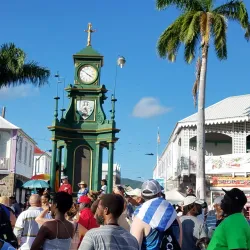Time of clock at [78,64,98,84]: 3:51
